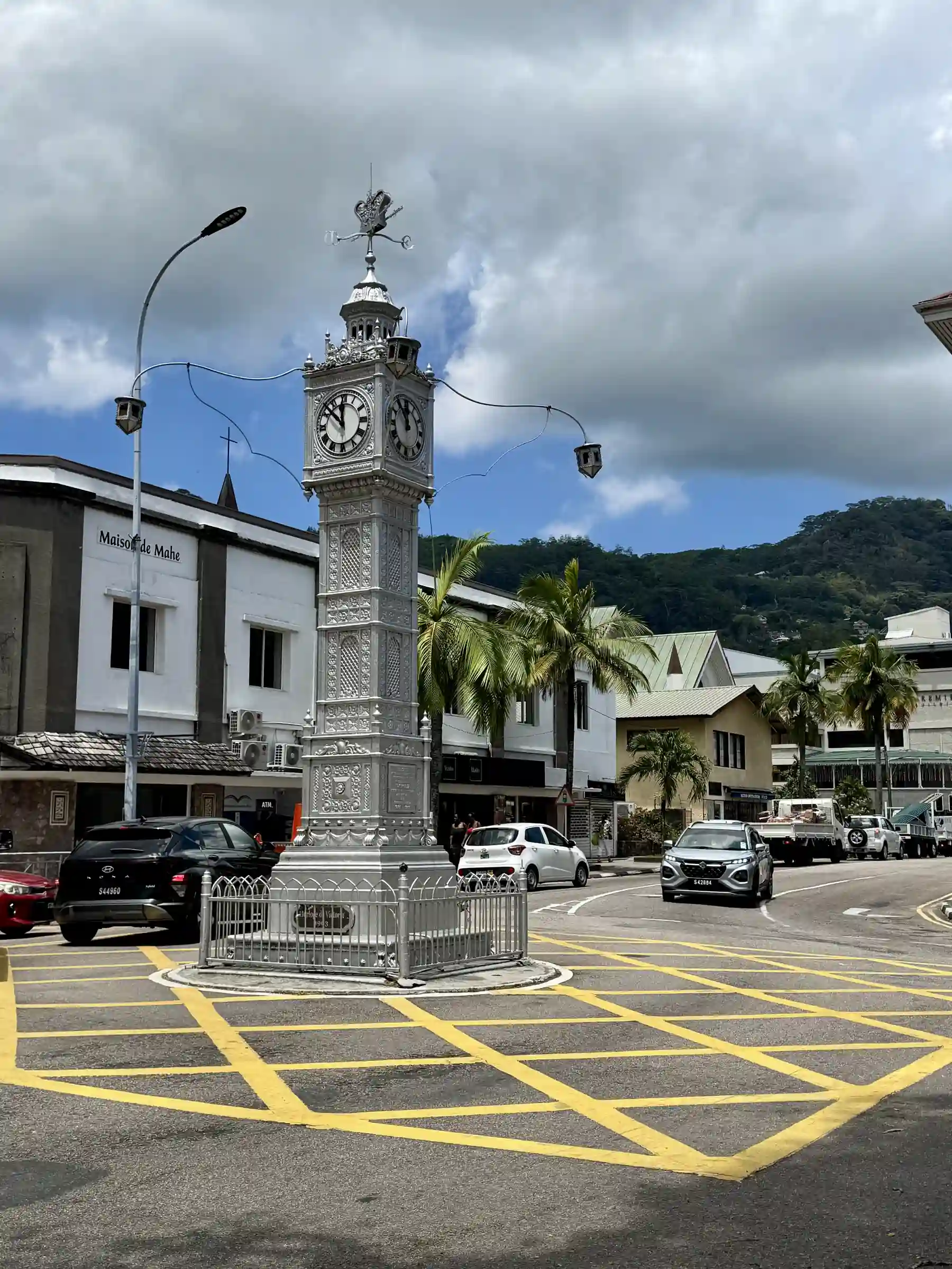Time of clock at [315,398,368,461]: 11:52
